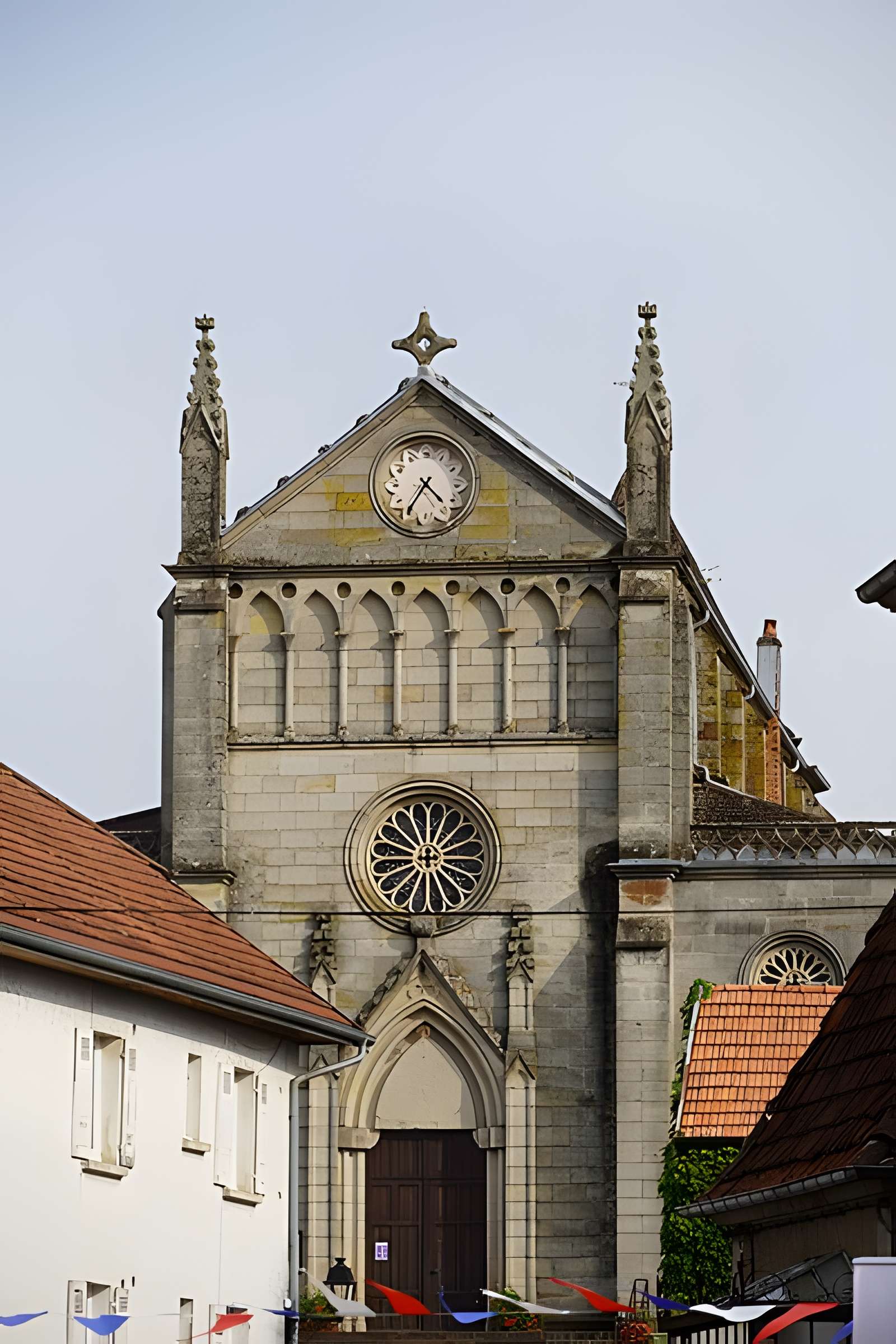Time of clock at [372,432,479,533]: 4:35
